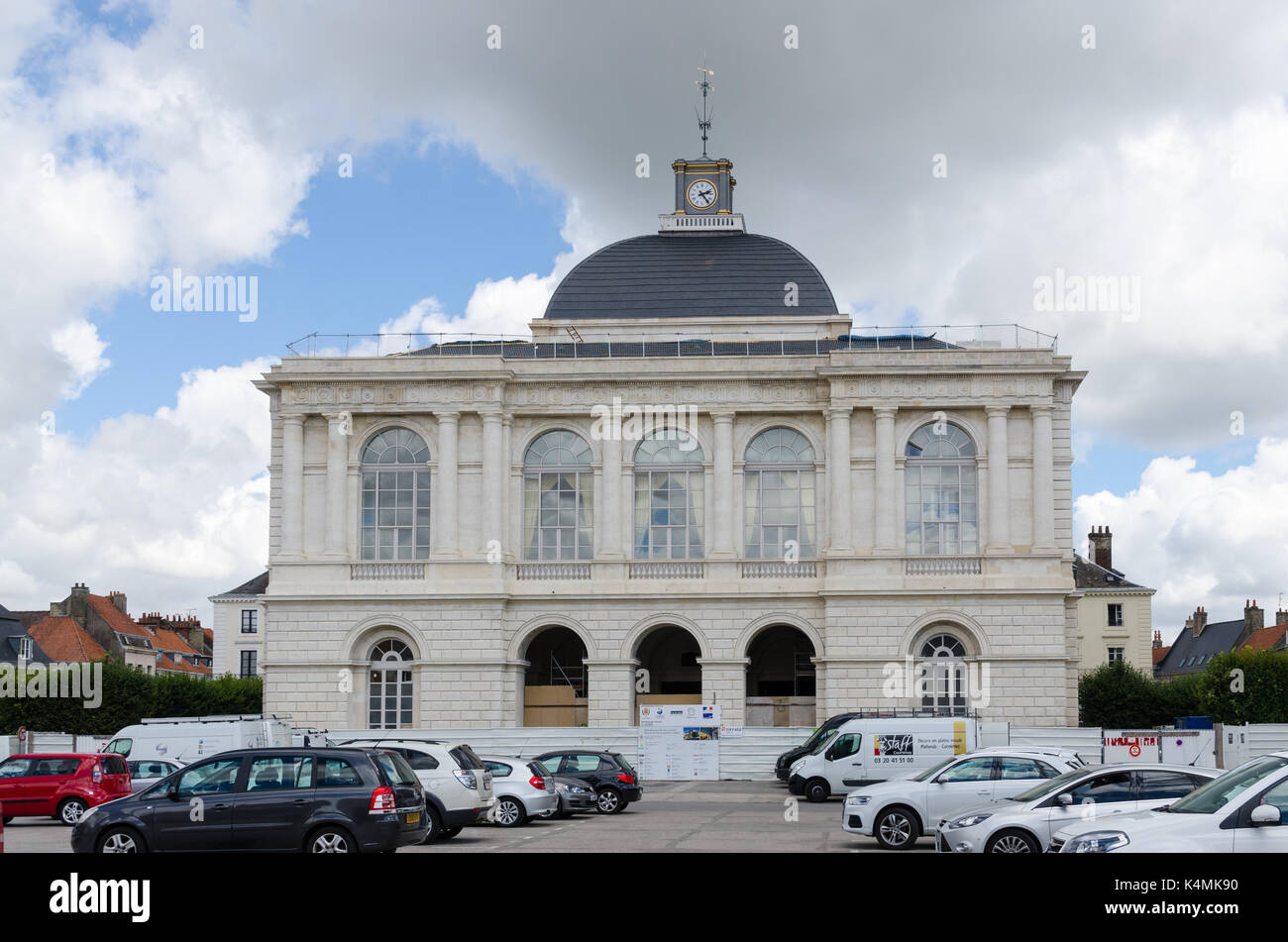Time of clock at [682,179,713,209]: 2:23
